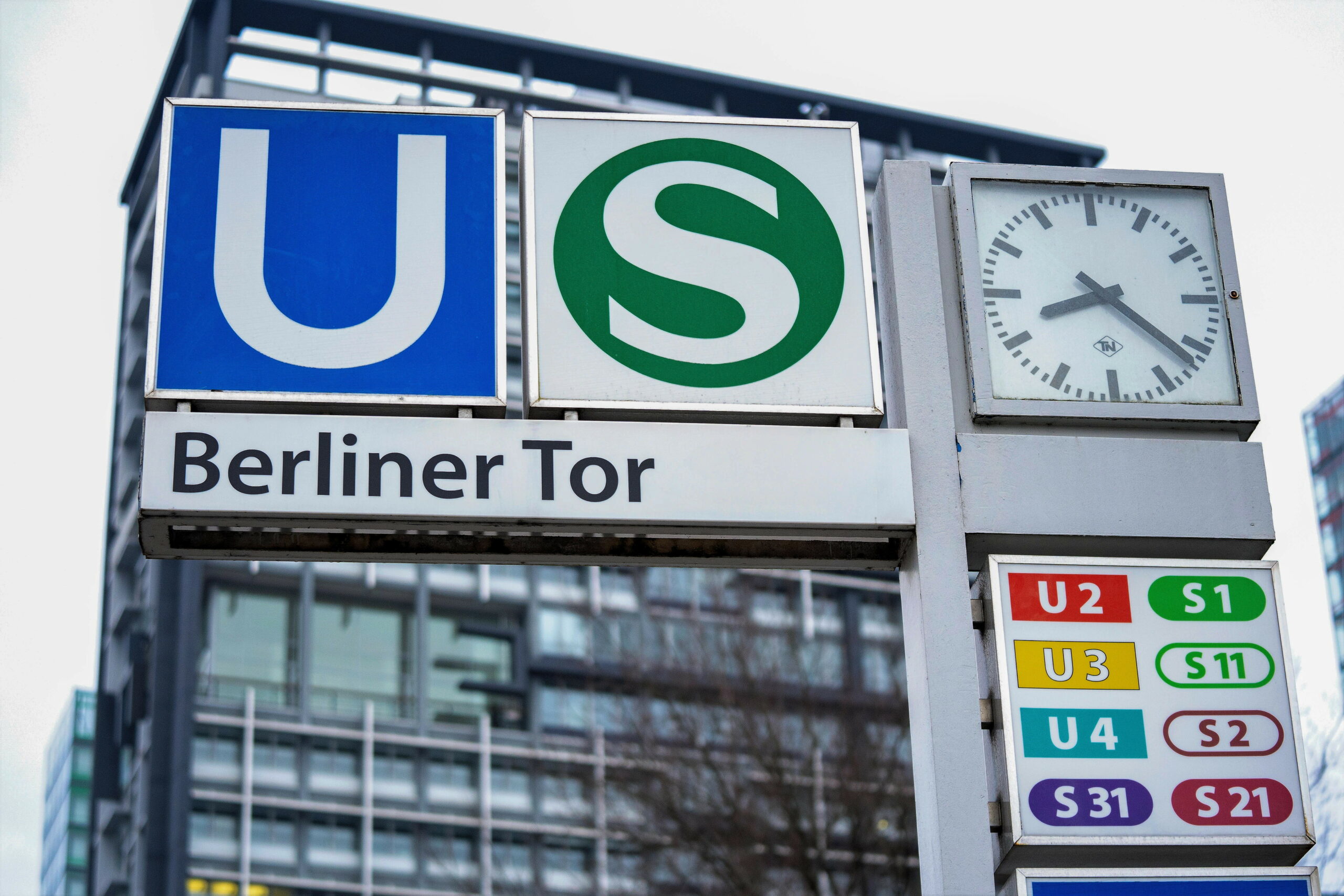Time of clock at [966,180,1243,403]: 8:21
